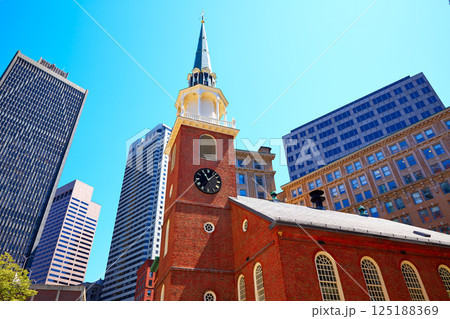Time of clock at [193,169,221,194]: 11:07
